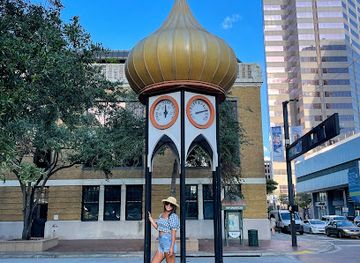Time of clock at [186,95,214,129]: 8:11
